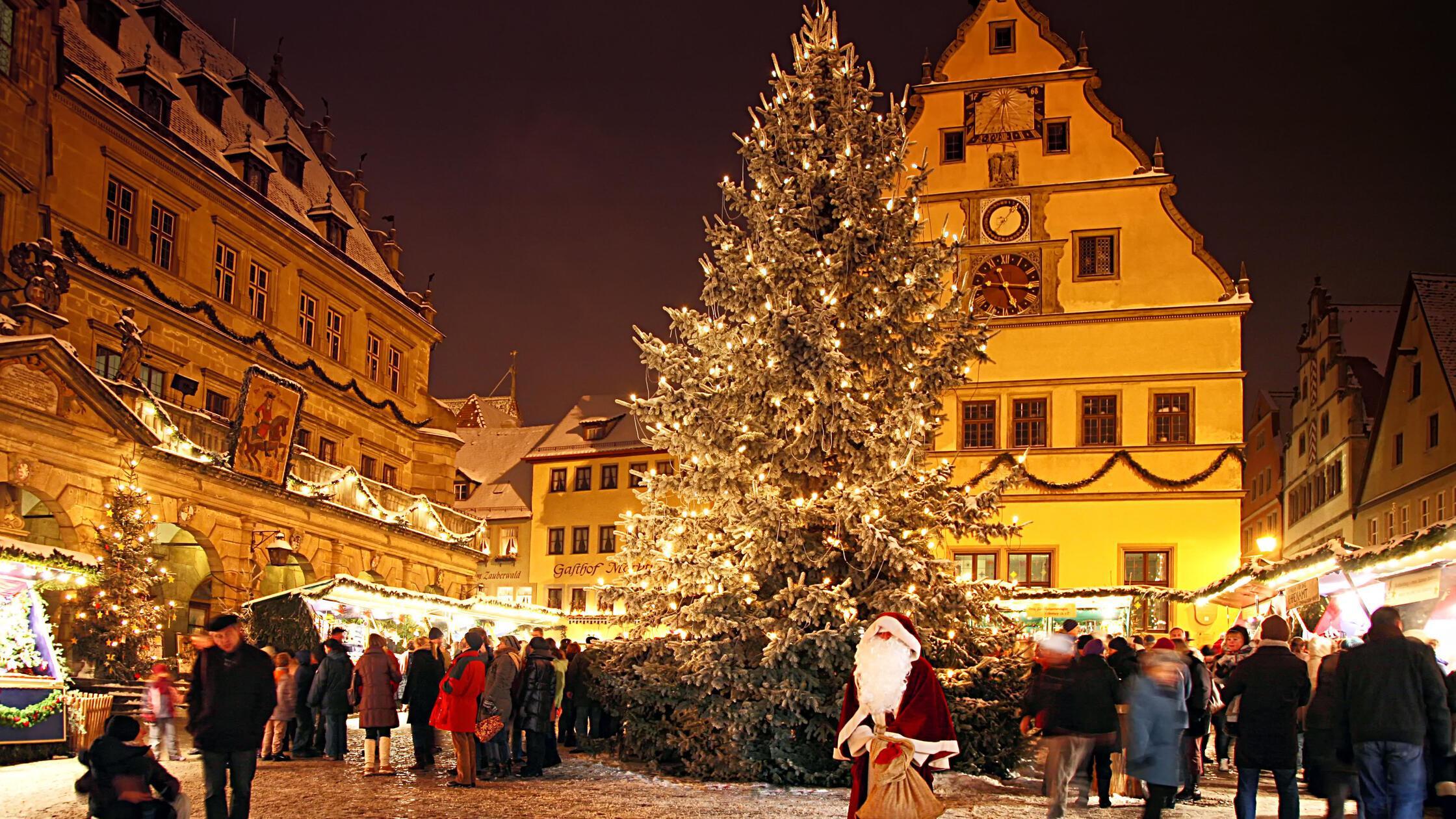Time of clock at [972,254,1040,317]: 5:15
